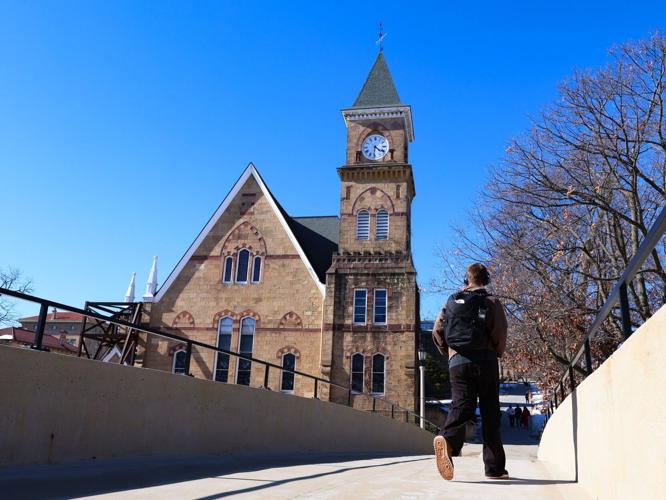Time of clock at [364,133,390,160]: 4:31
